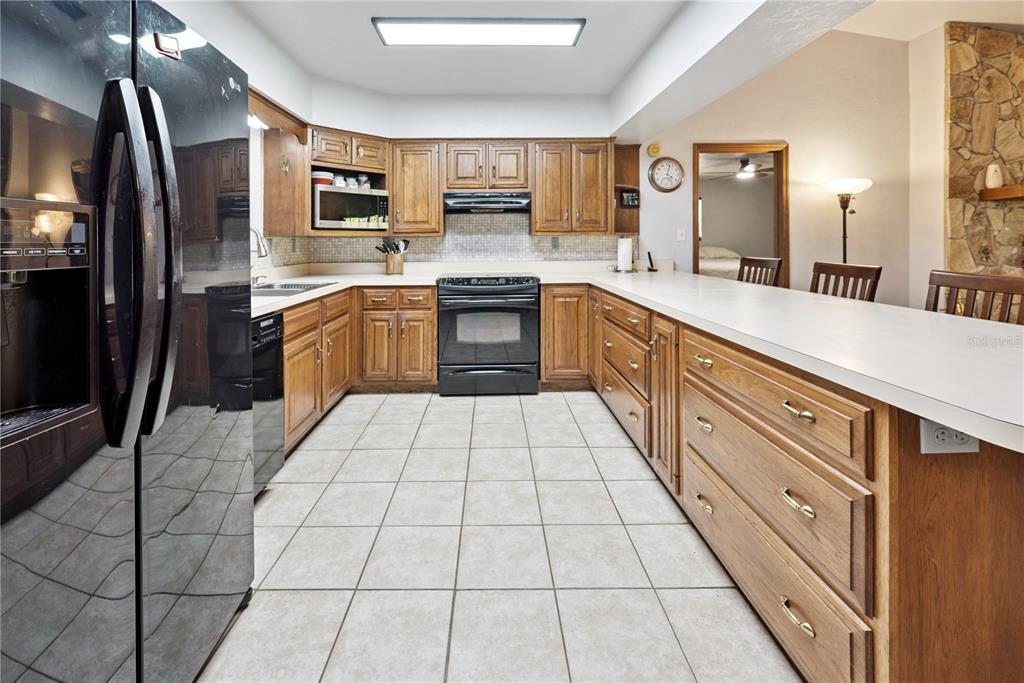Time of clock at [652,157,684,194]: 4:02
